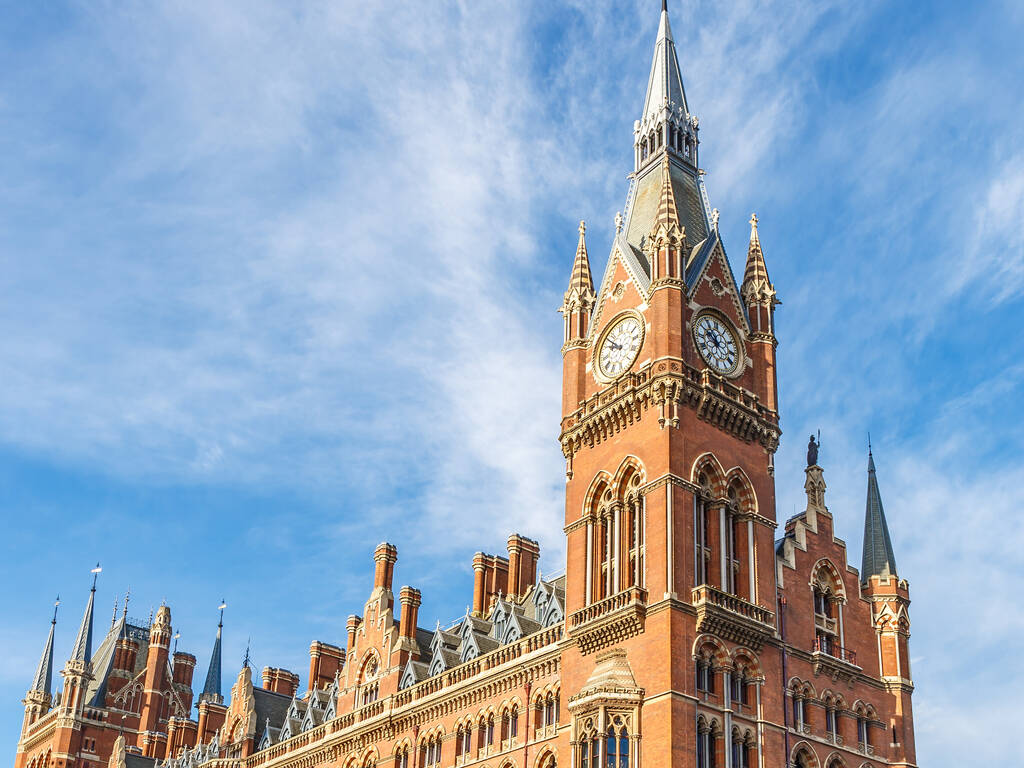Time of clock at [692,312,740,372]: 10:50
